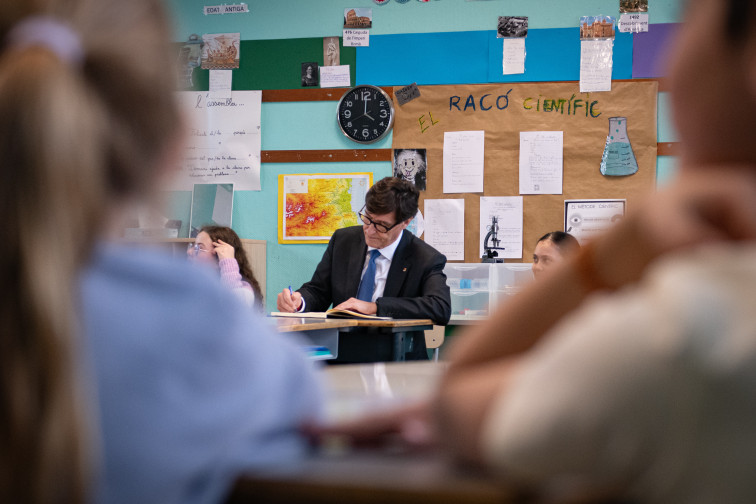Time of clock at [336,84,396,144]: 4:00
